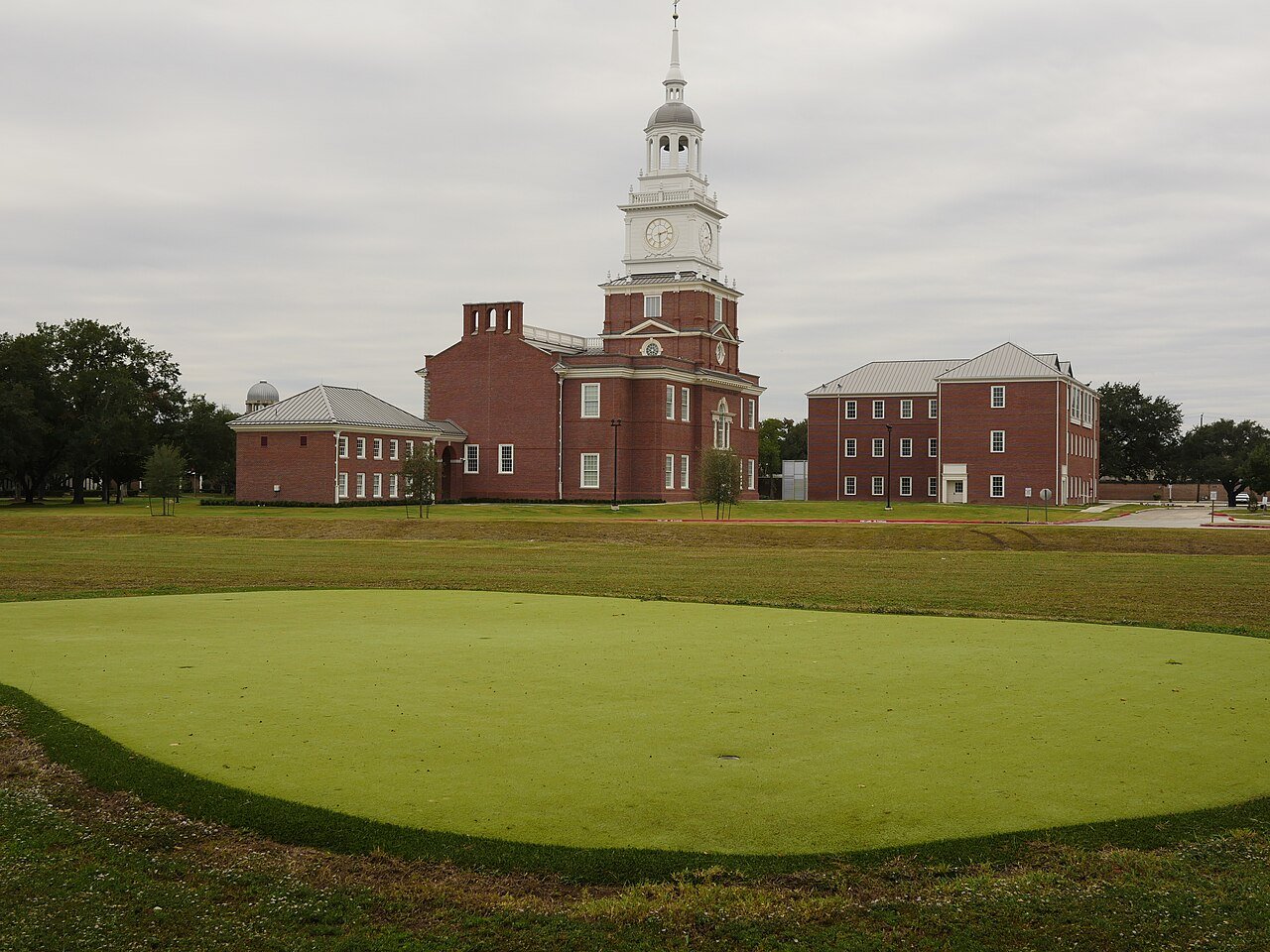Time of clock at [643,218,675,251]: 2:29
